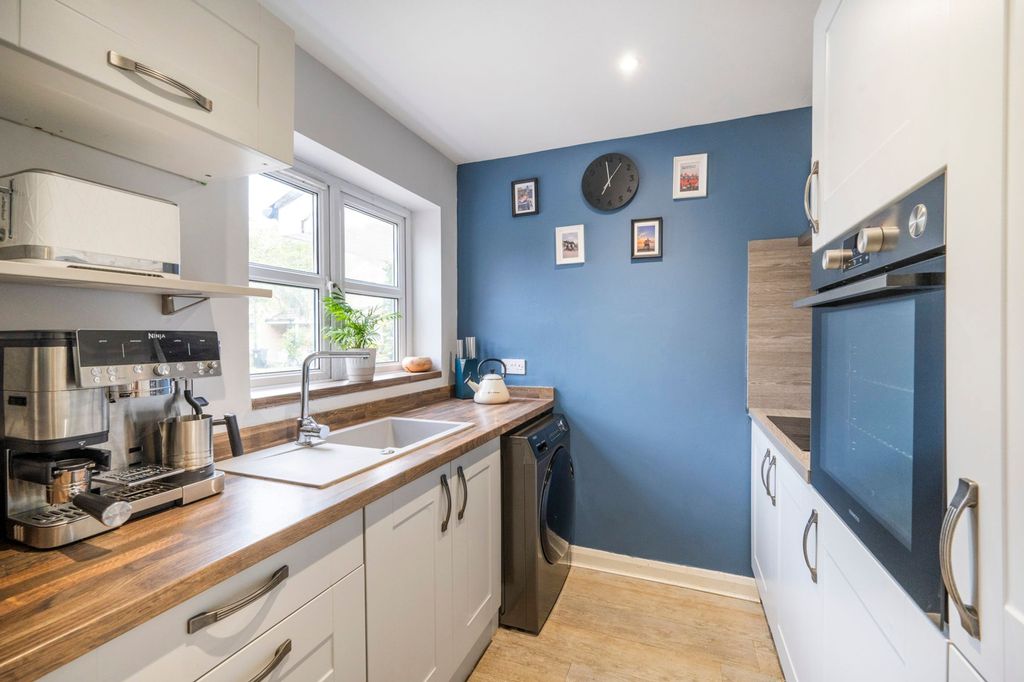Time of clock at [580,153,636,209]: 6:58
